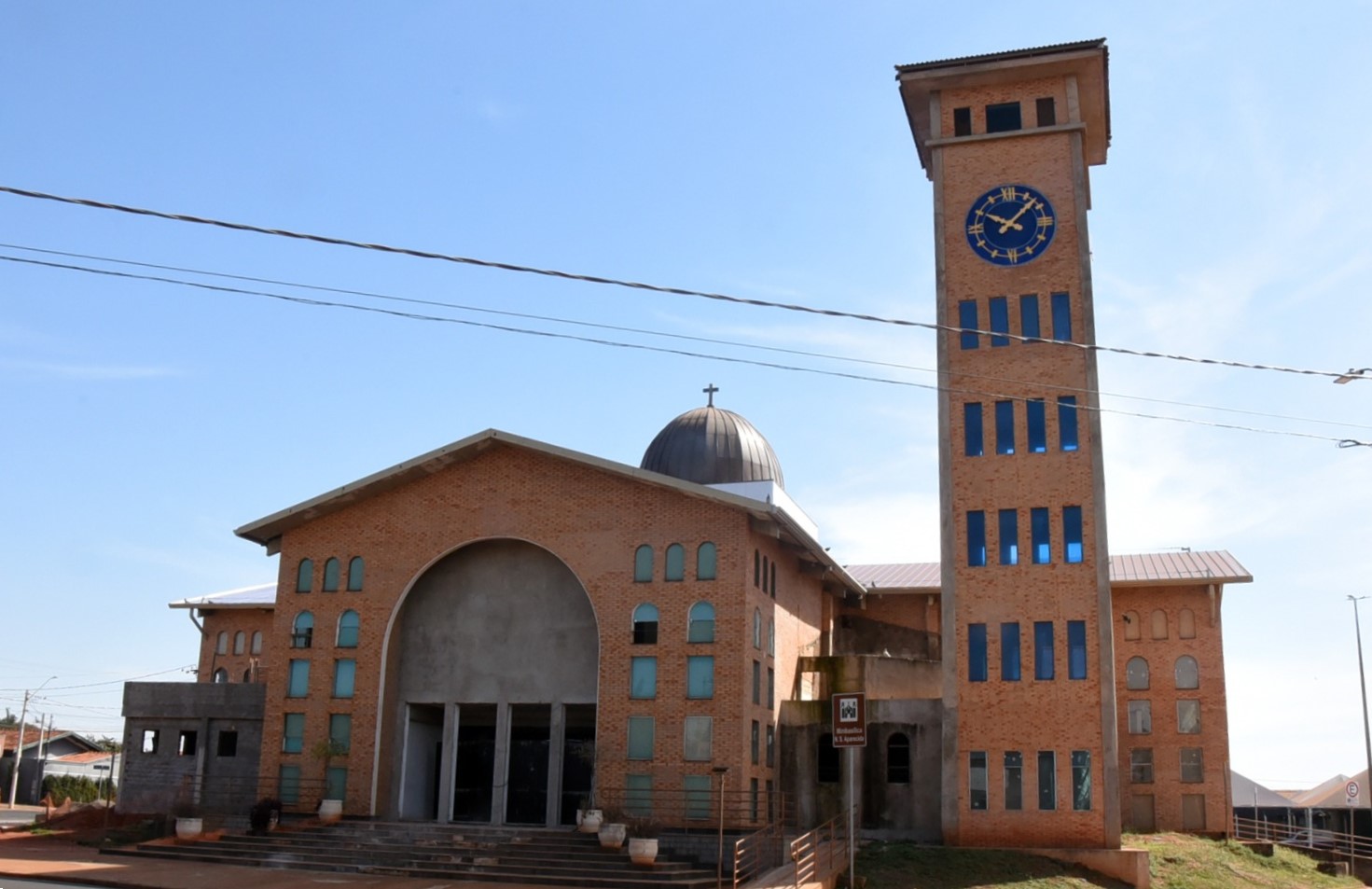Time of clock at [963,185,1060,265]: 10:07
